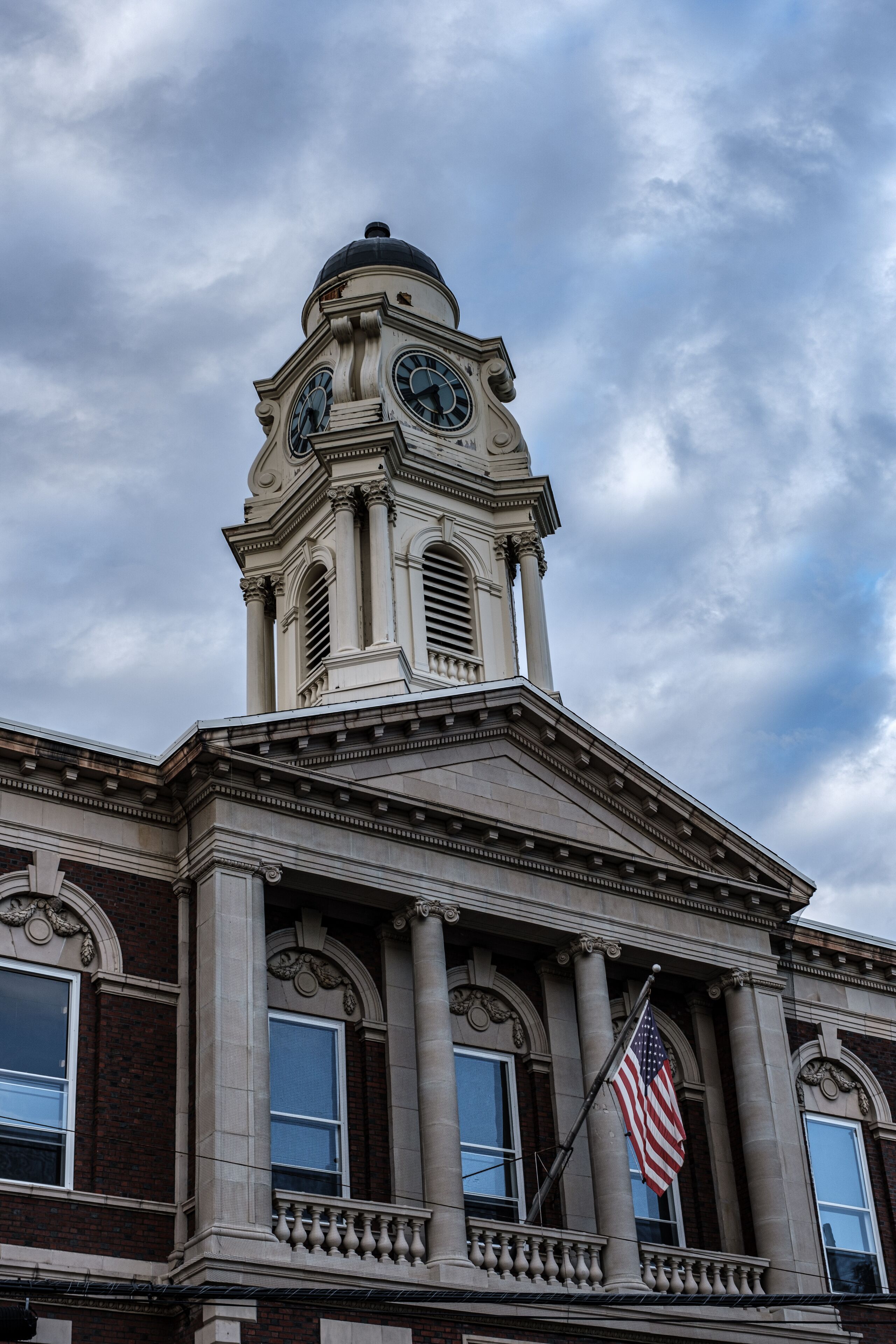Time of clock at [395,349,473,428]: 5:38
